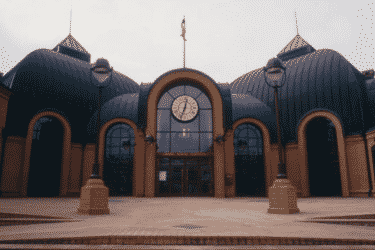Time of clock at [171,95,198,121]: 12:33
